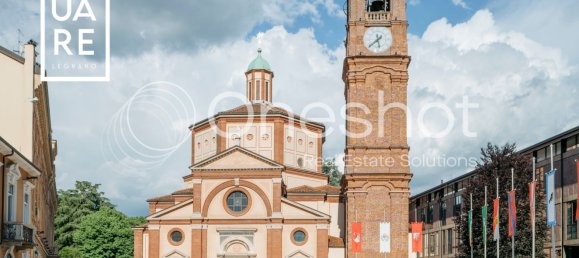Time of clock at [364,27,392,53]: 5:38
